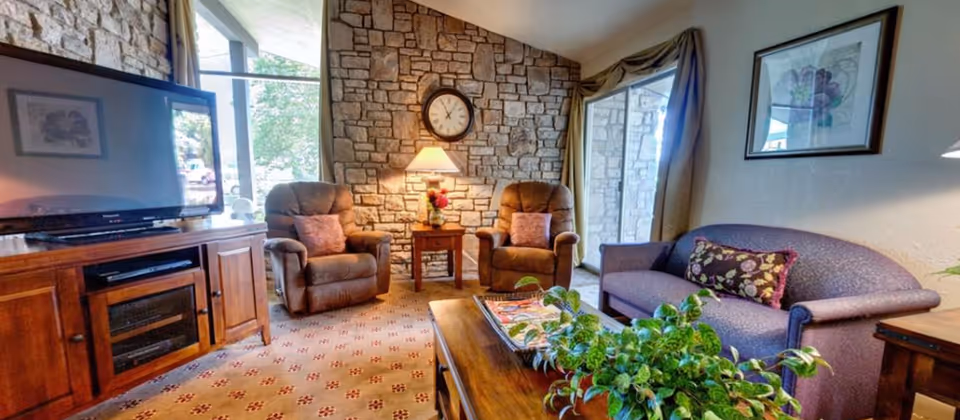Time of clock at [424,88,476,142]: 11:05
